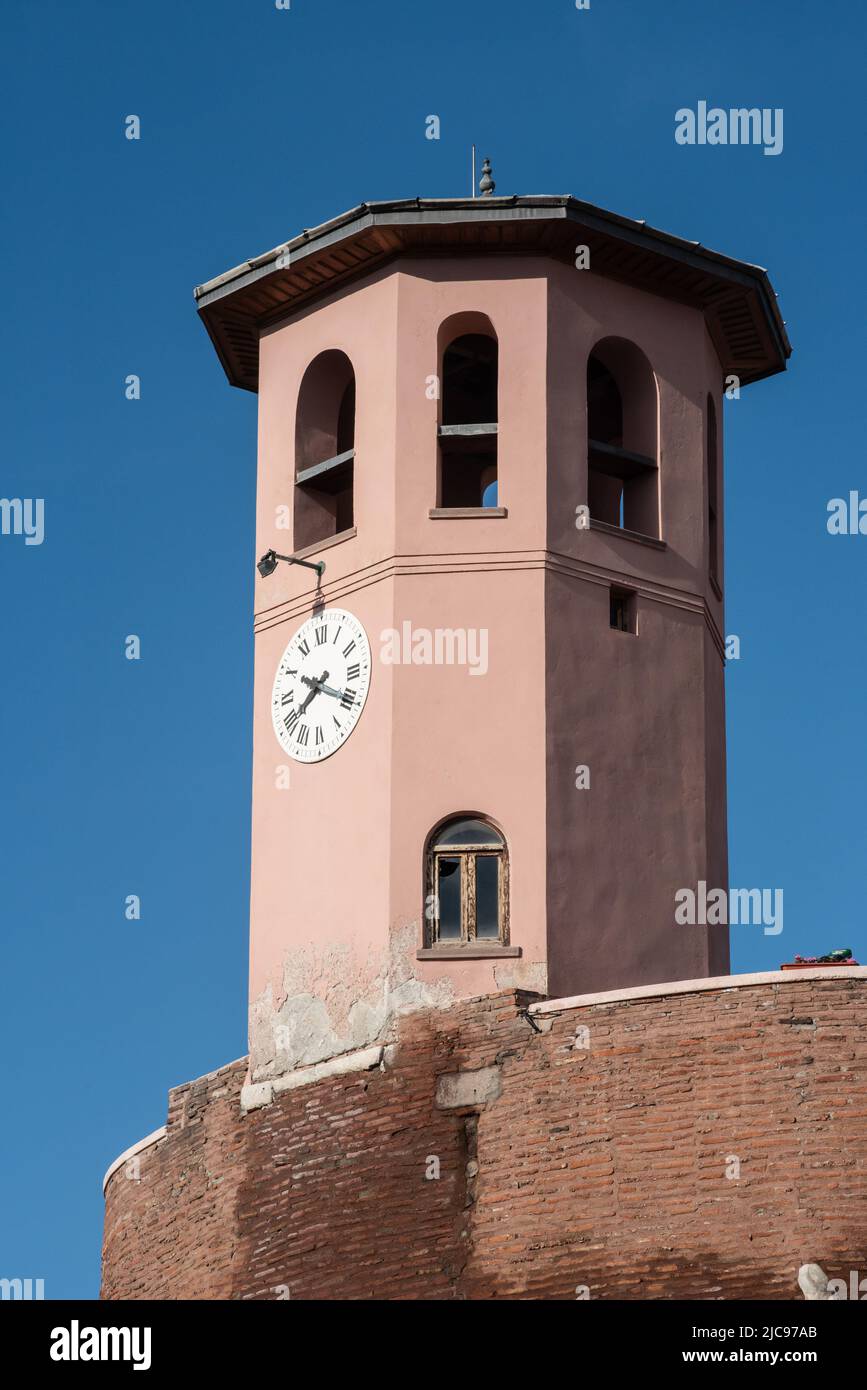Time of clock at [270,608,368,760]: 8:19
